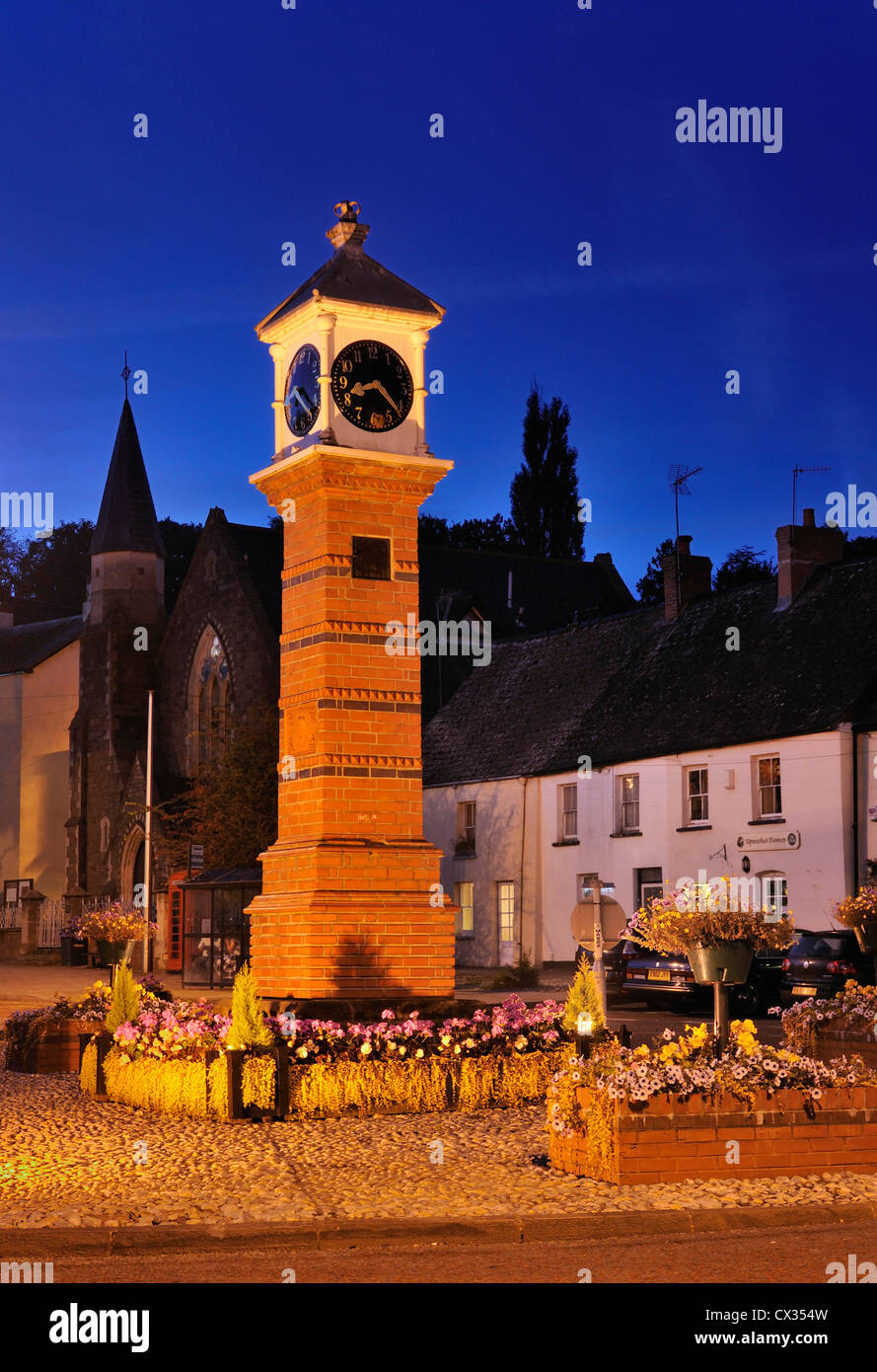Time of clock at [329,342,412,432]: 8:21
